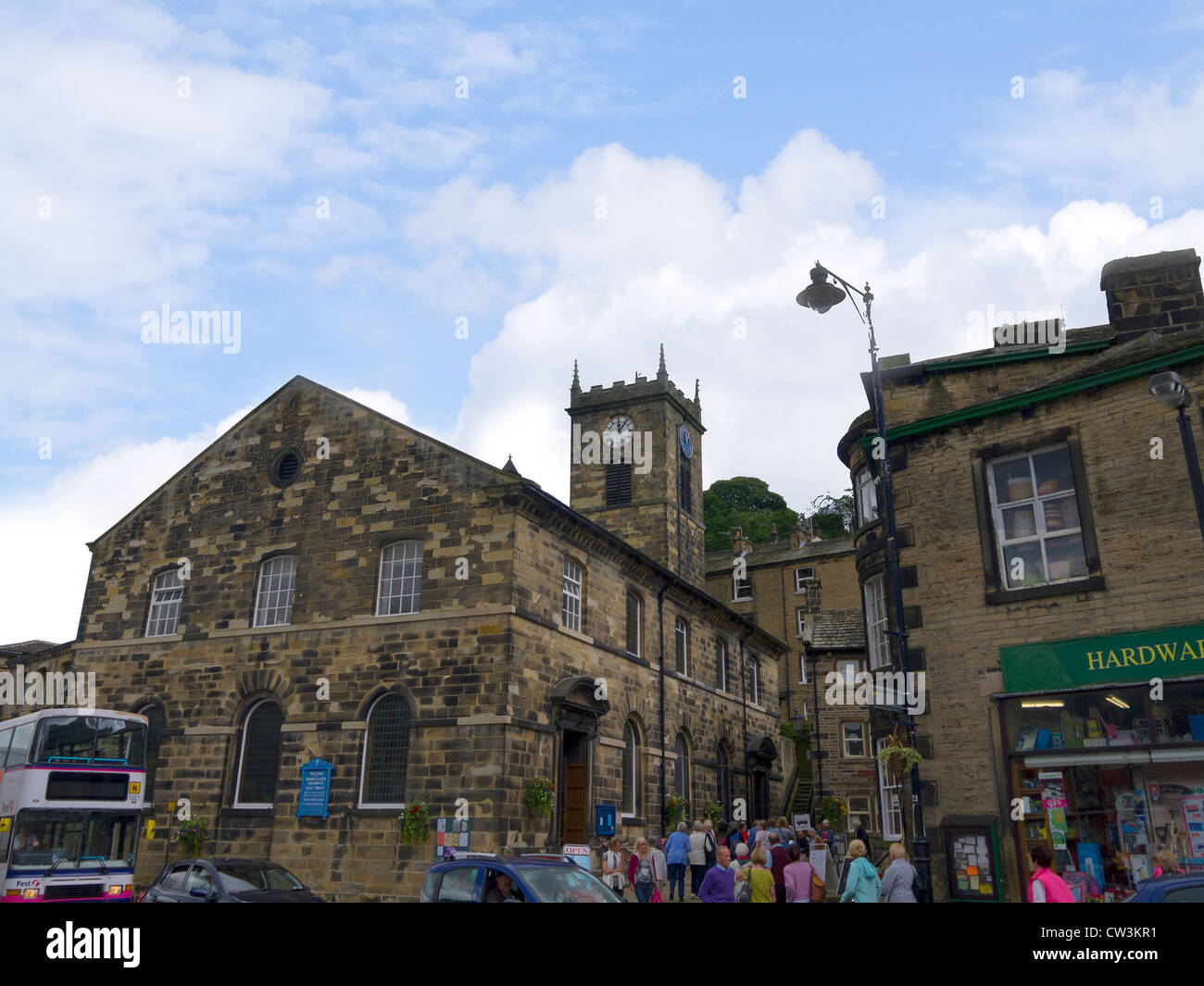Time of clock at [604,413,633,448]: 12:06
